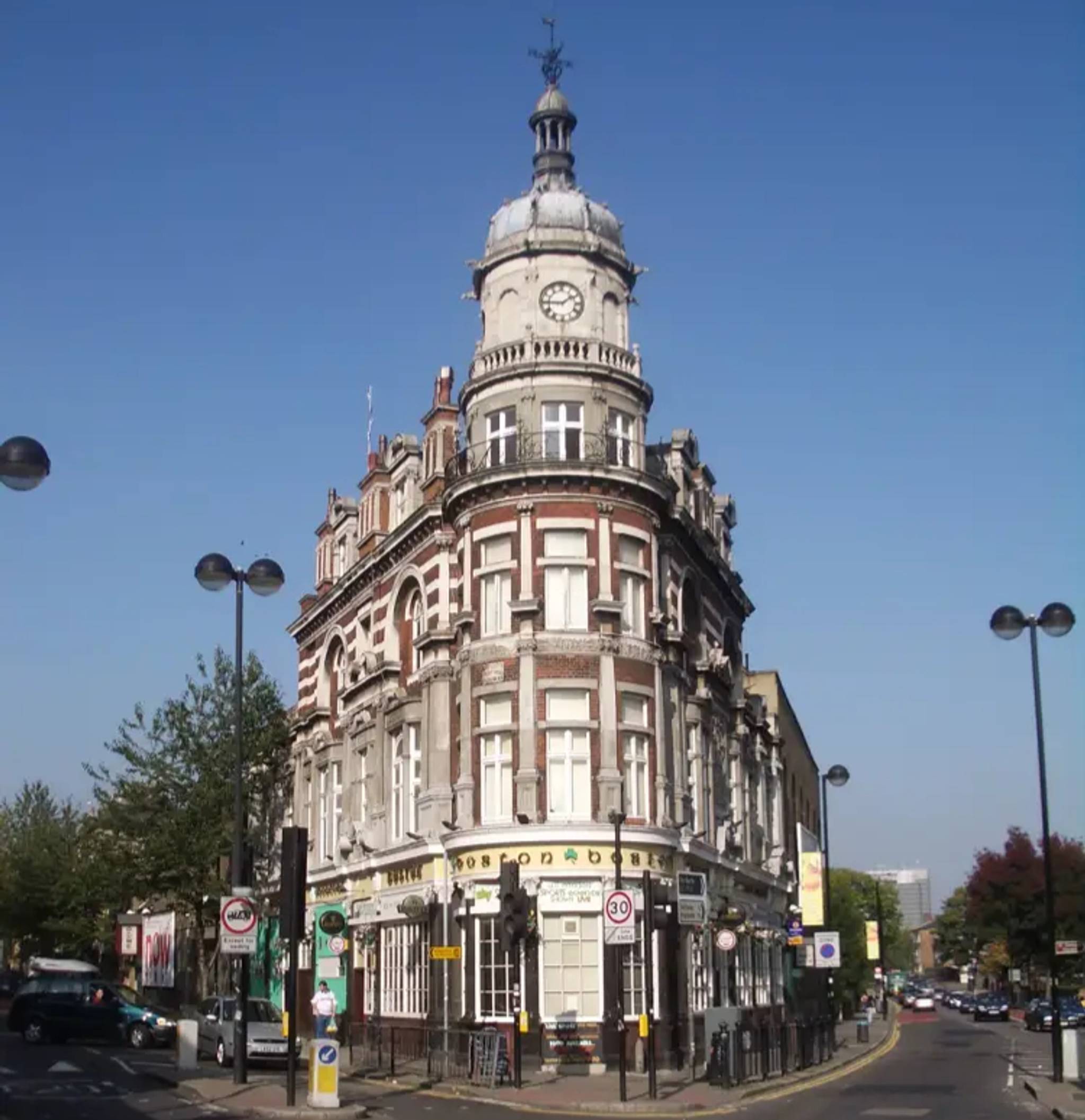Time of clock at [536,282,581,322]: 1:45
